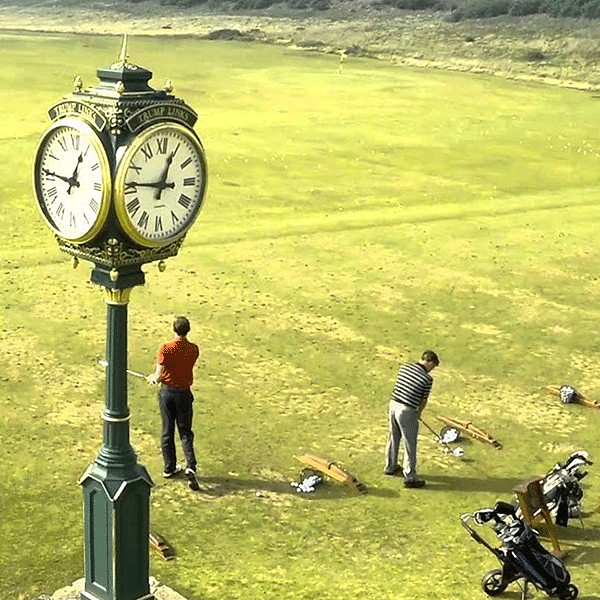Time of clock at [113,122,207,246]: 12:46
